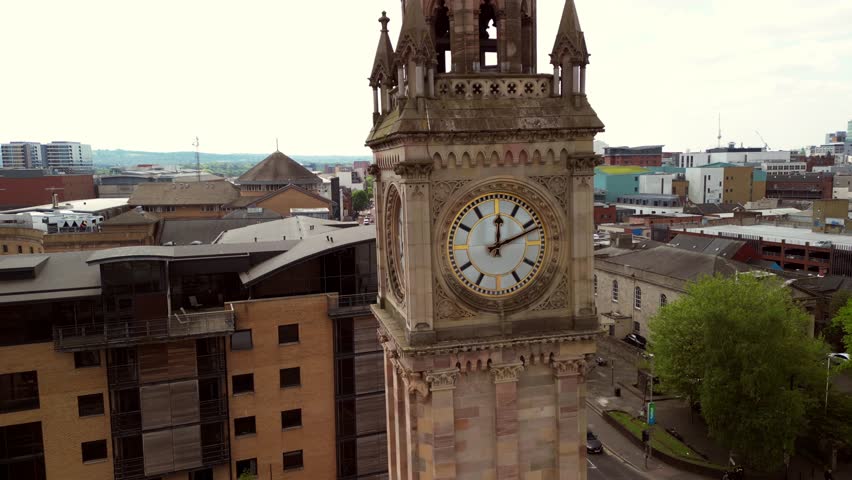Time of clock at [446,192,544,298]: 12:11
